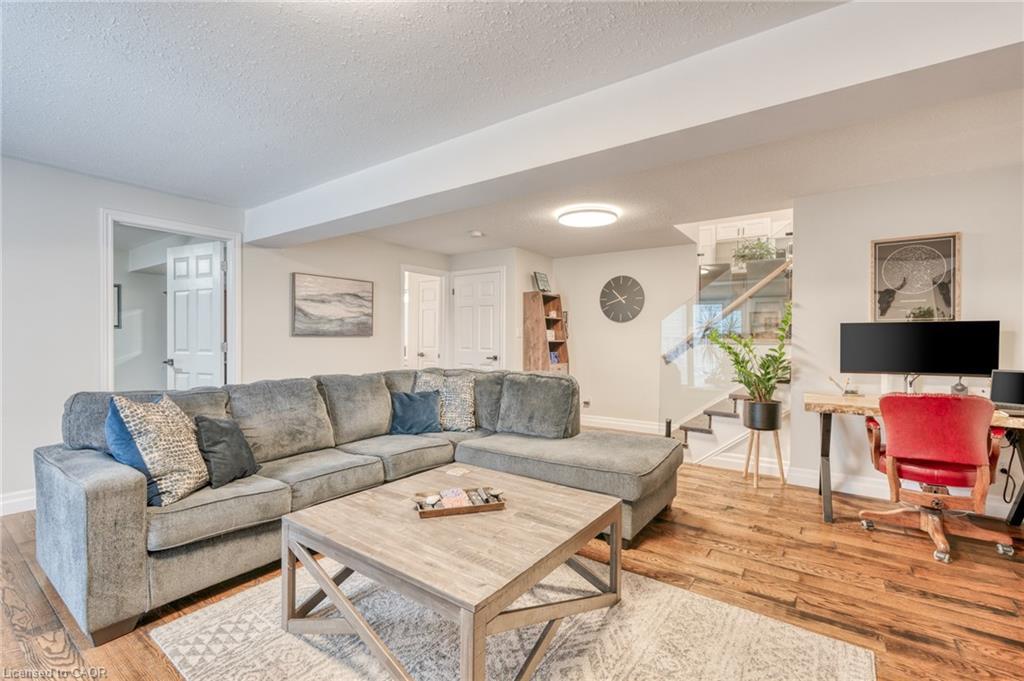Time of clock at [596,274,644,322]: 10:41
